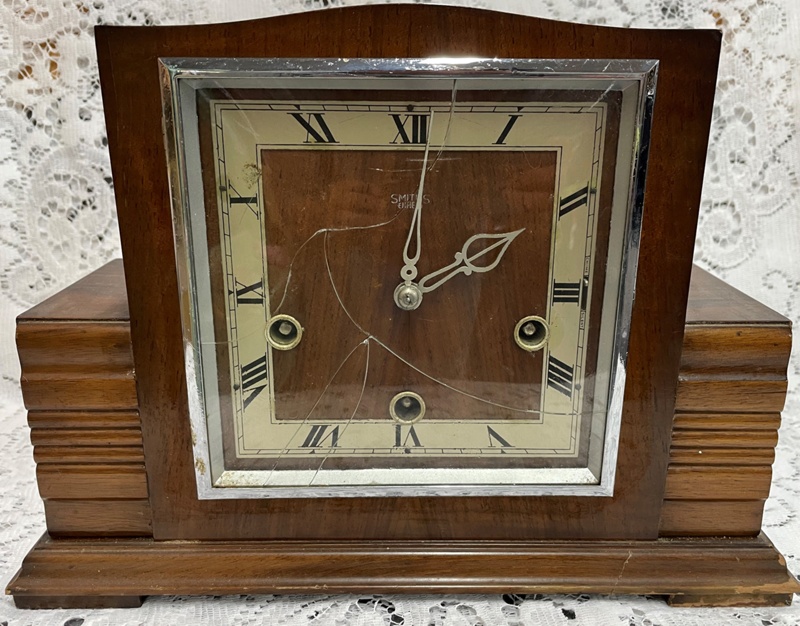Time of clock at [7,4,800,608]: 2:01
